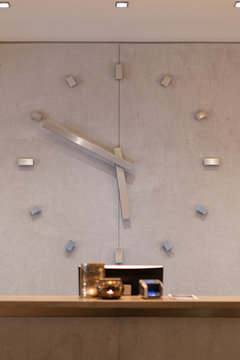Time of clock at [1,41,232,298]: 5:49
